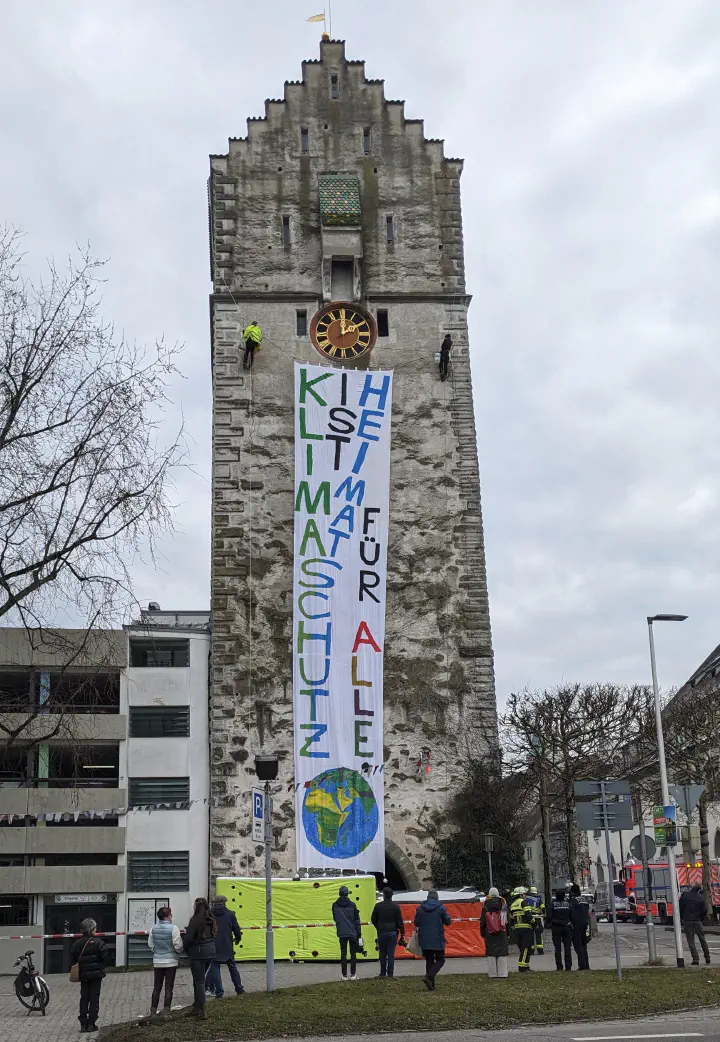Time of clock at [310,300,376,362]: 2:00
